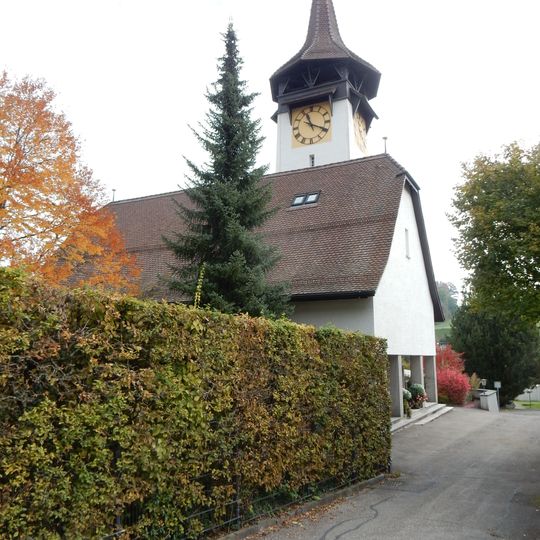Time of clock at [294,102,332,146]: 11:19
